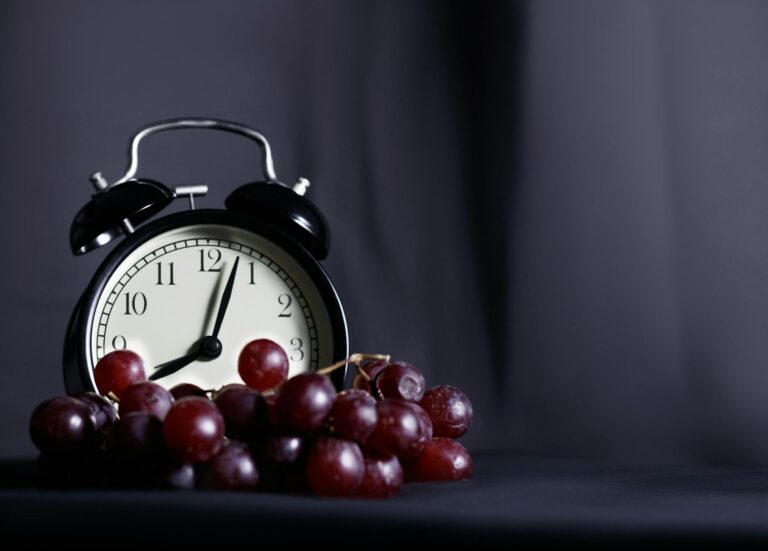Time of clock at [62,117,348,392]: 8:03
